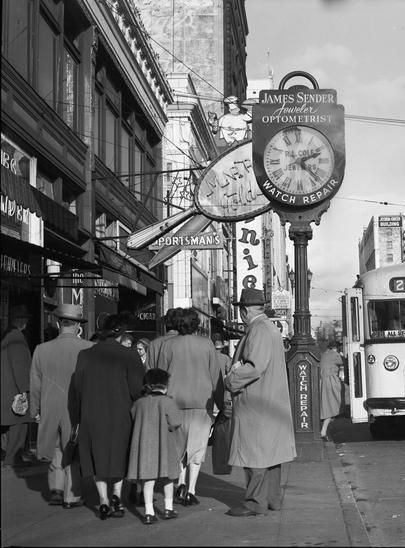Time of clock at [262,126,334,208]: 2:22
